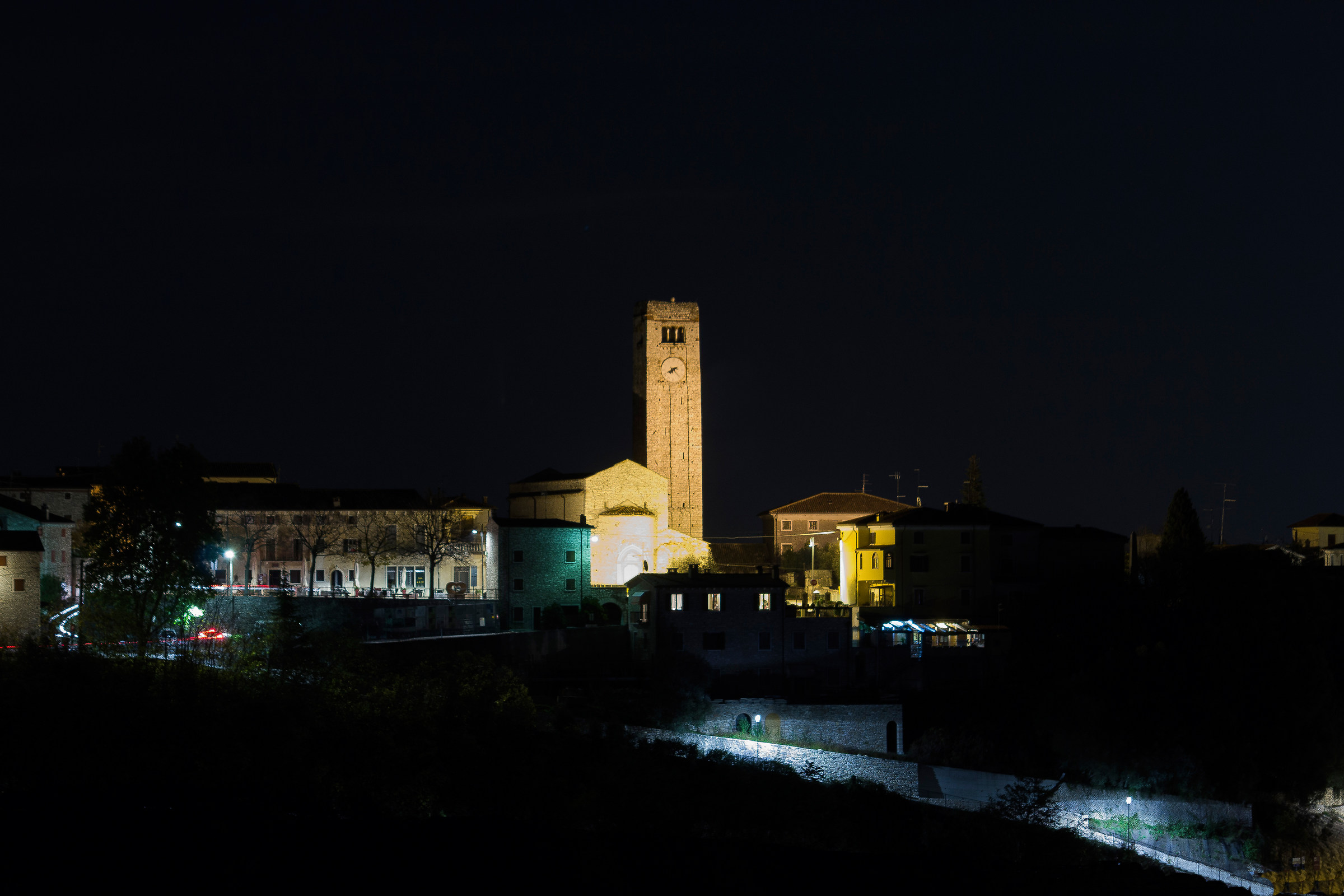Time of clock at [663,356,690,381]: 7:40
